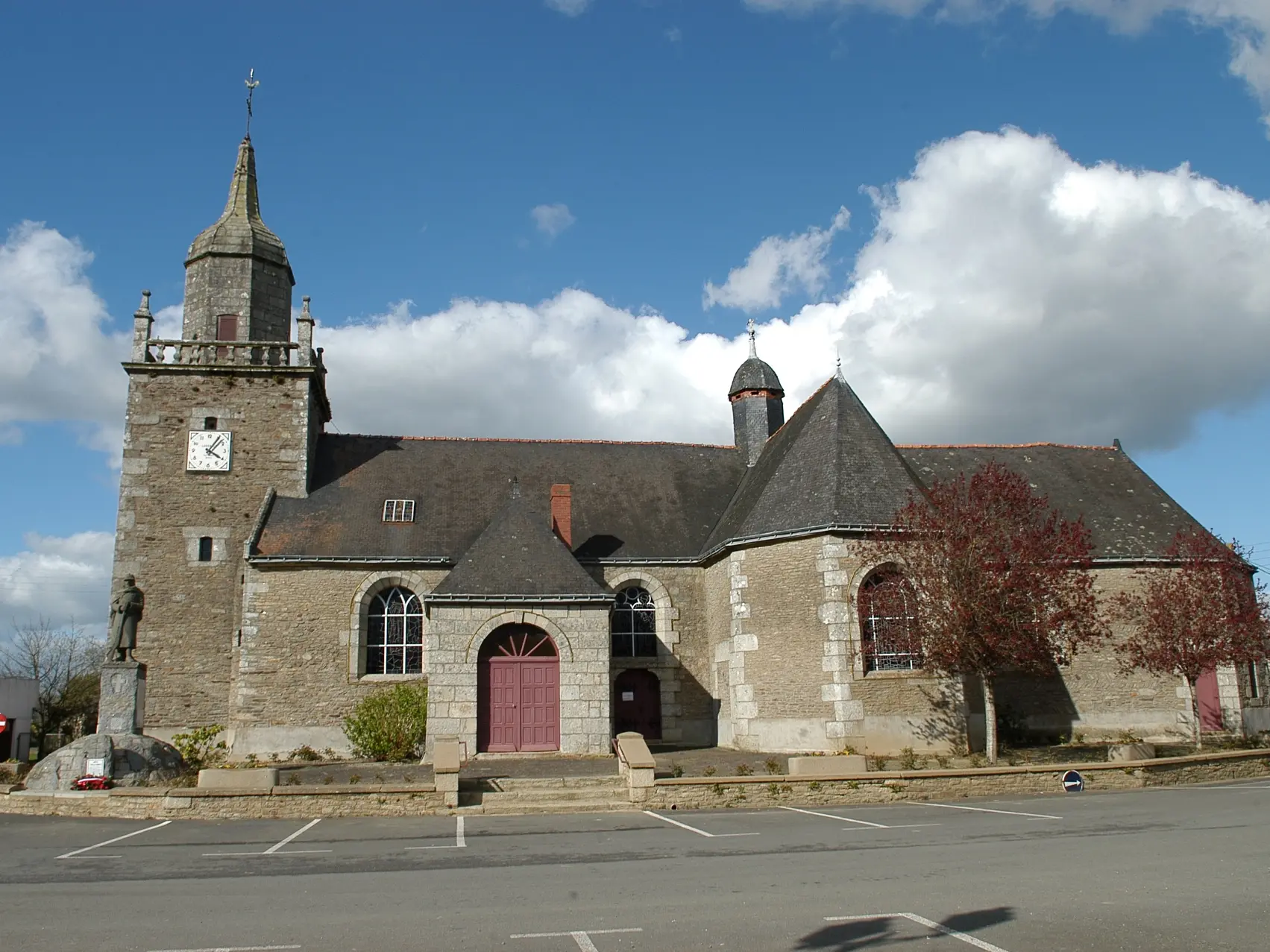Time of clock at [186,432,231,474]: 4:05
